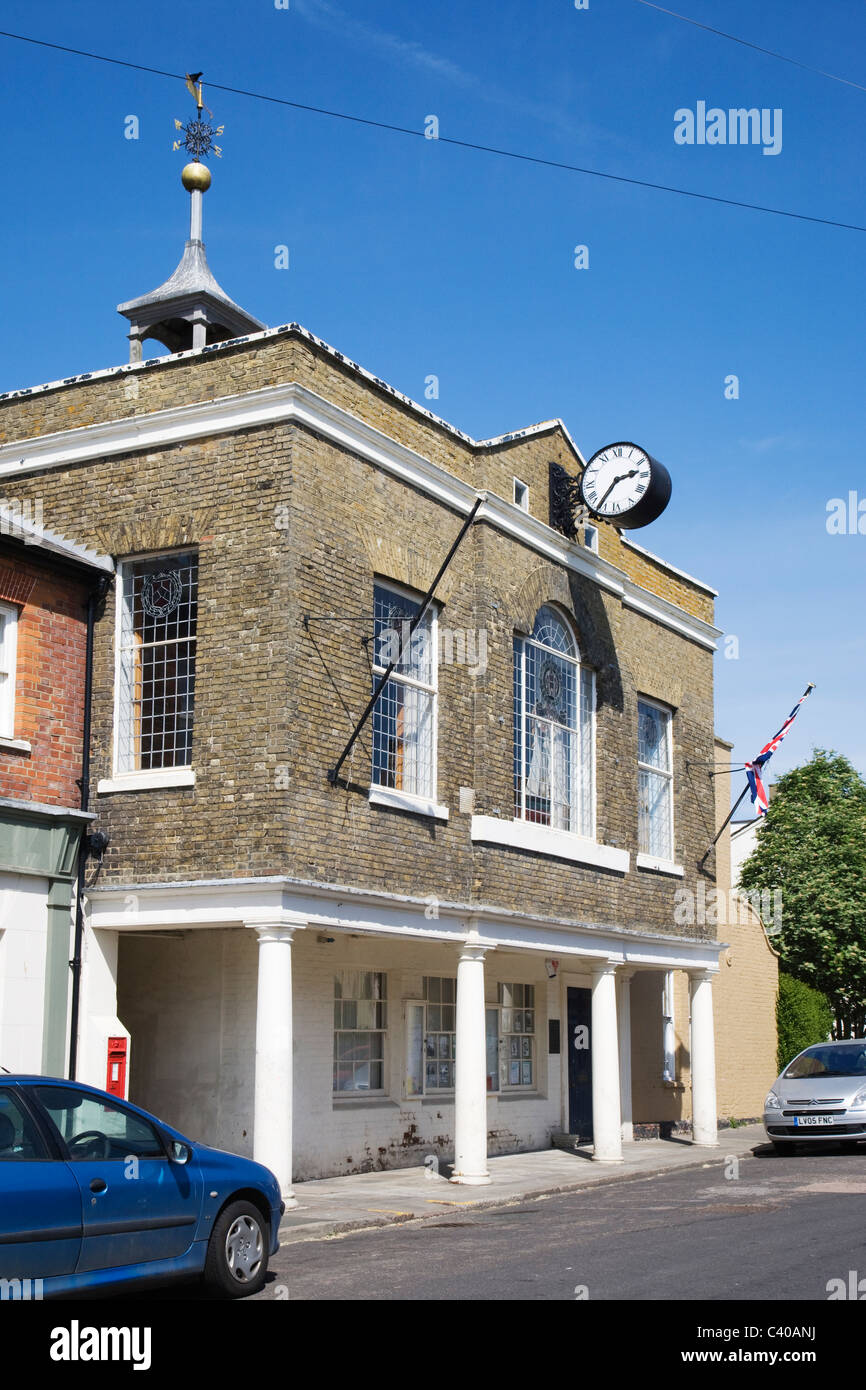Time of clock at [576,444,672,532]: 2:36
